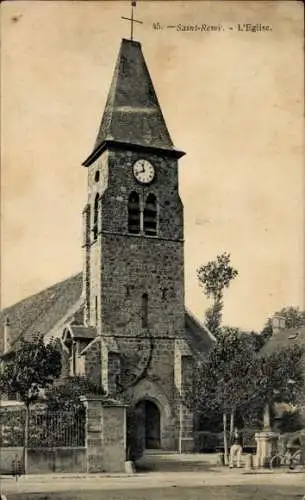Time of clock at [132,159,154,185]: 11:41
